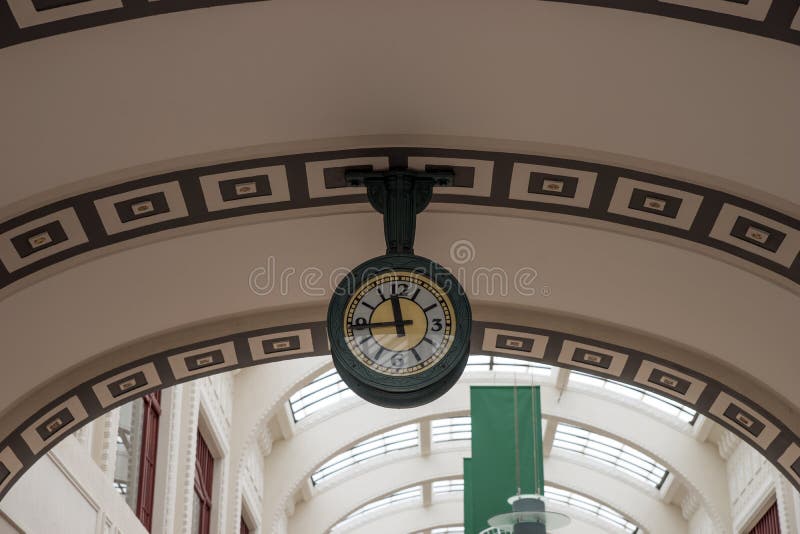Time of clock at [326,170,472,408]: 11:43
